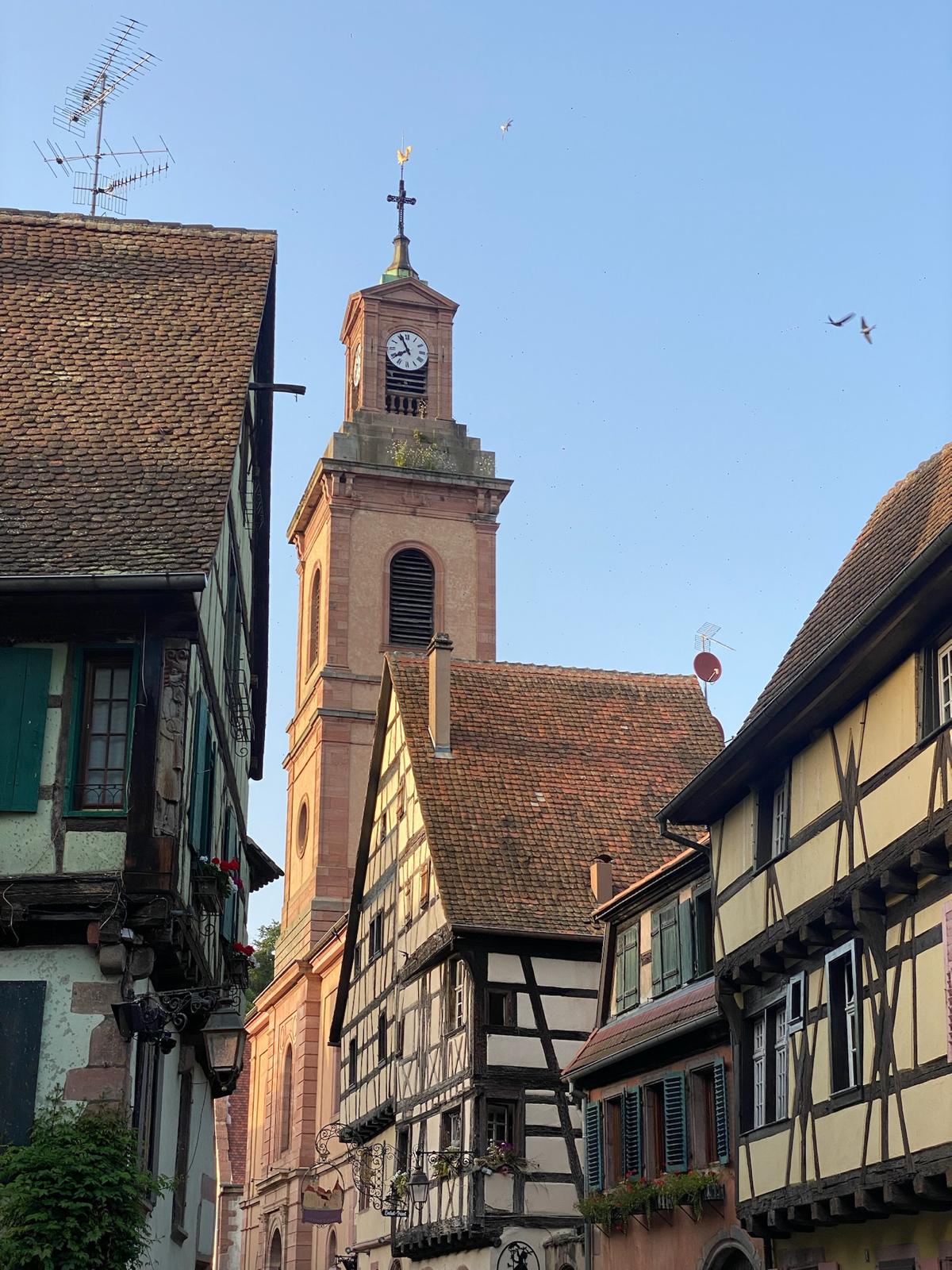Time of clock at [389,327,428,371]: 7:55
